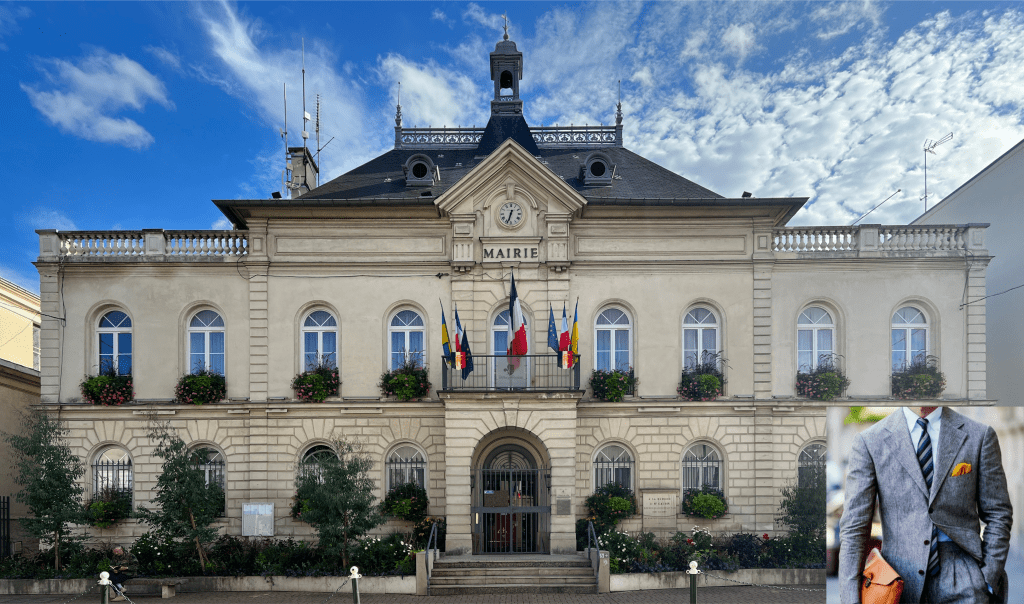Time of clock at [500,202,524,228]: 12:33
